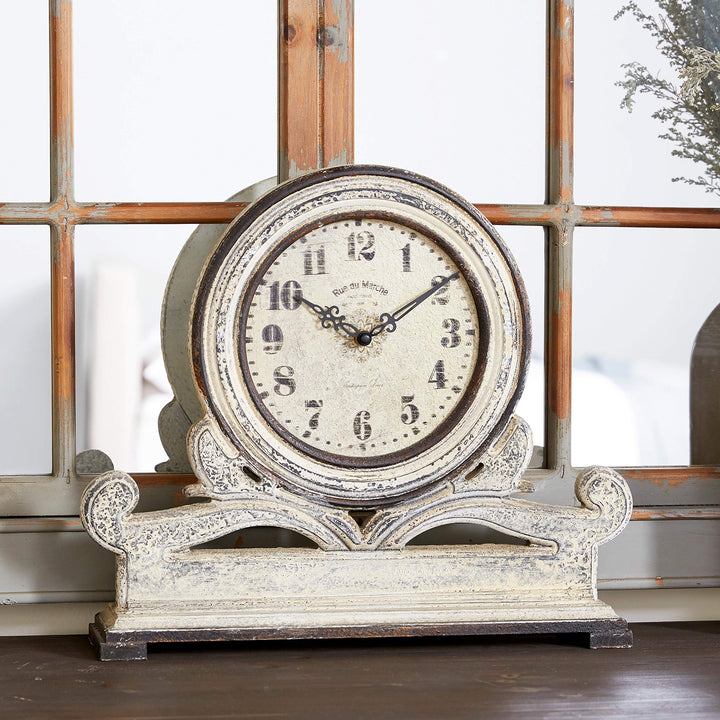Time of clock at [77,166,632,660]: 10:09
